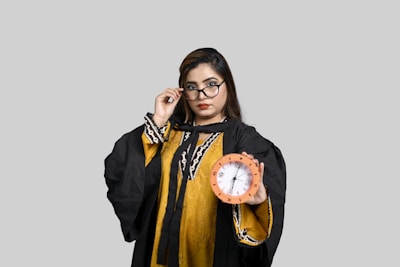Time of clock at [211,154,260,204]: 6:01
